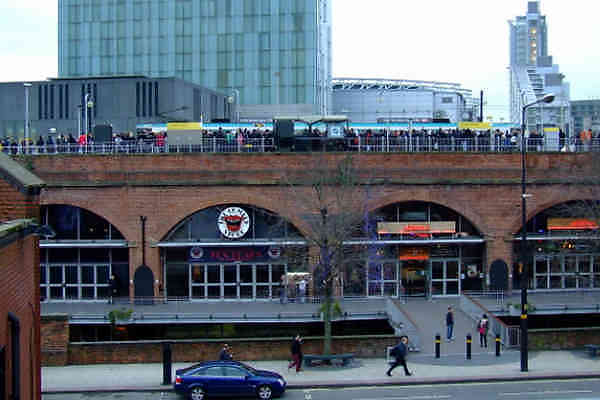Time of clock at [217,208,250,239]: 2:48
